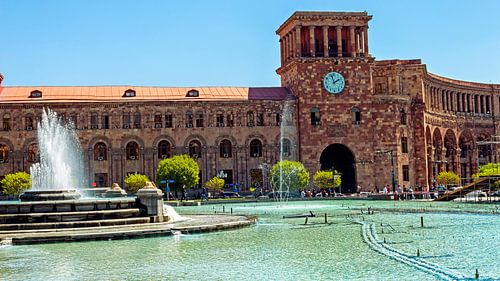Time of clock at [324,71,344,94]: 1:57
